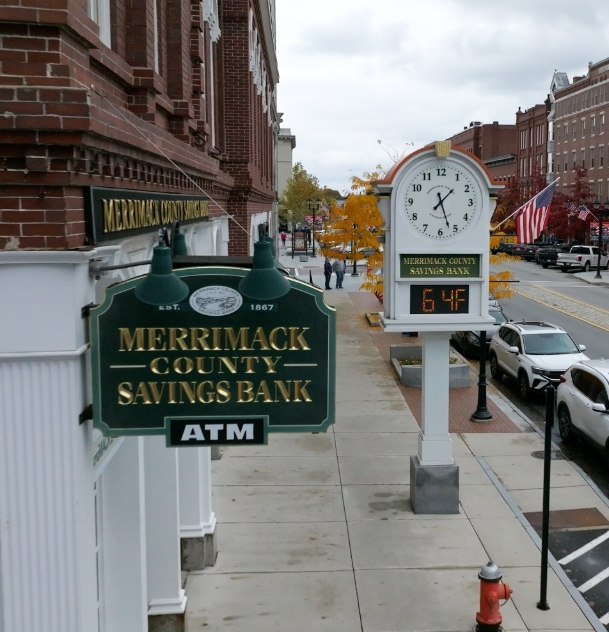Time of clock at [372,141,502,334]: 1:26
